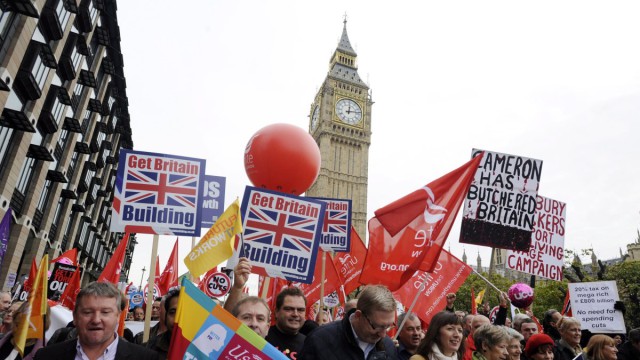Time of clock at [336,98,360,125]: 12:13
